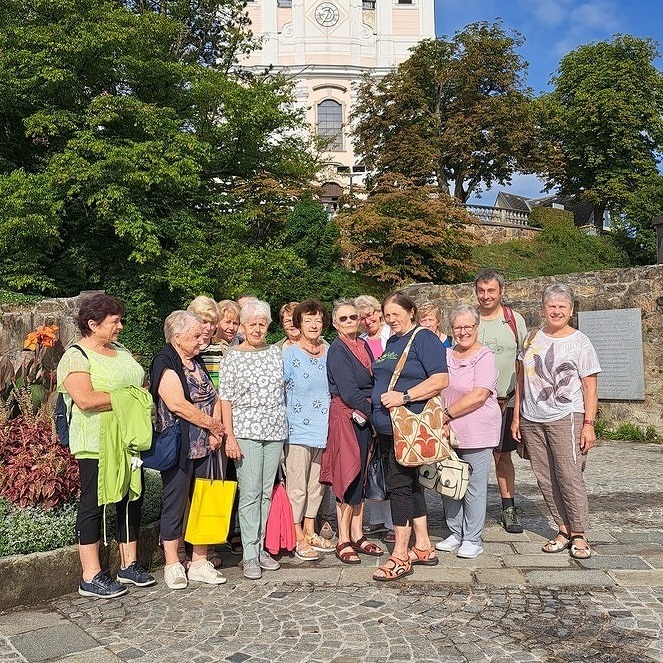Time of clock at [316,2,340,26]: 12:34
